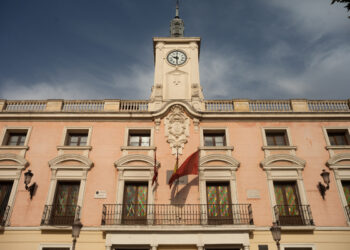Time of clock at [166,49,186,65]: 9:30
